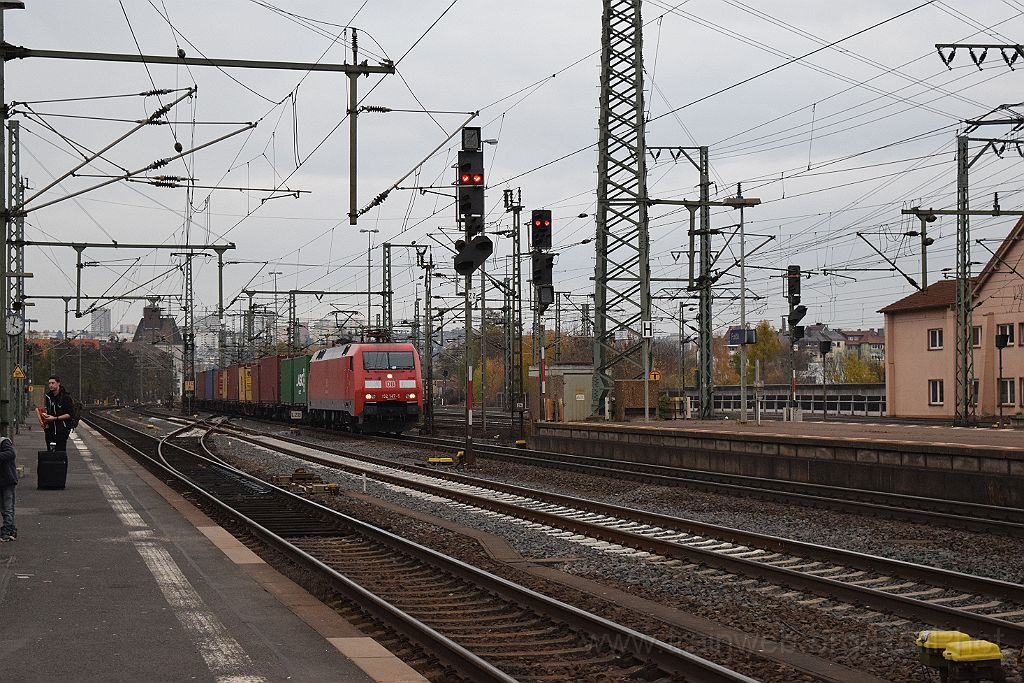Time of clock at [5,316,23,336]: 4:02
